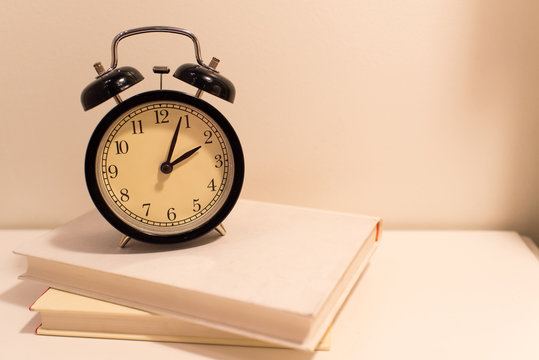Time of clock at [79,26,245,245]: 2:03
